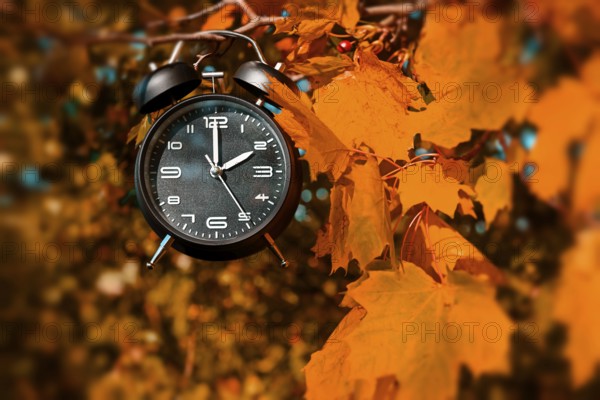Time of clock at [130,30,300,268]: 2:00
